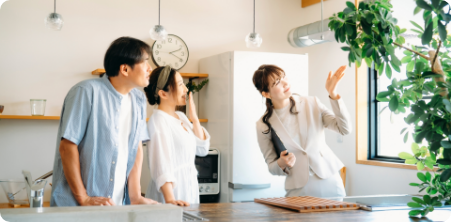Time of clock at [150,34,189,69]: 2:19
